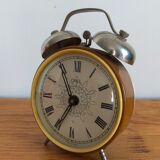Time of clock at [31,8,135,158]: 6:55
